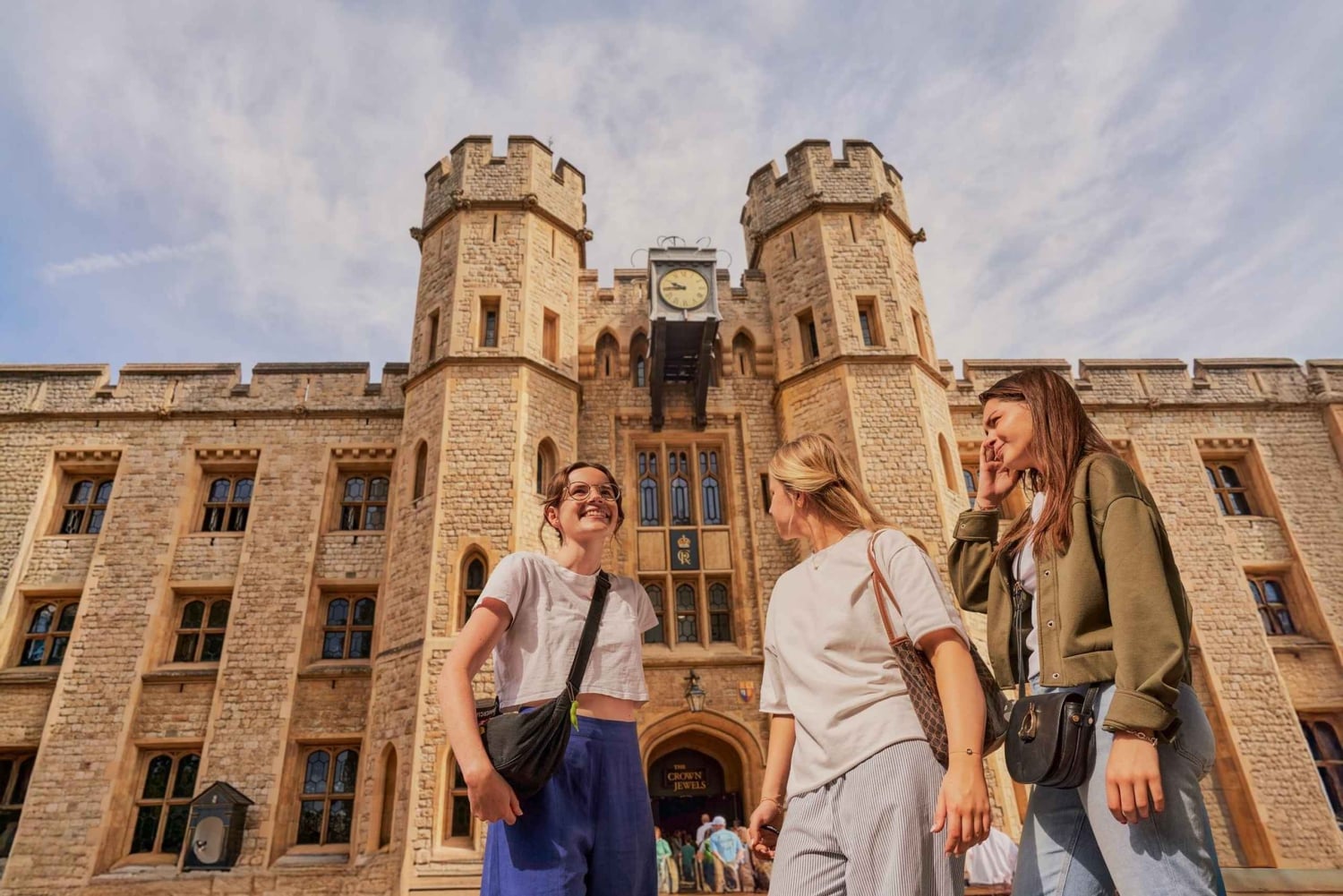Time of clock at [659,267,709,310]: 9:44
